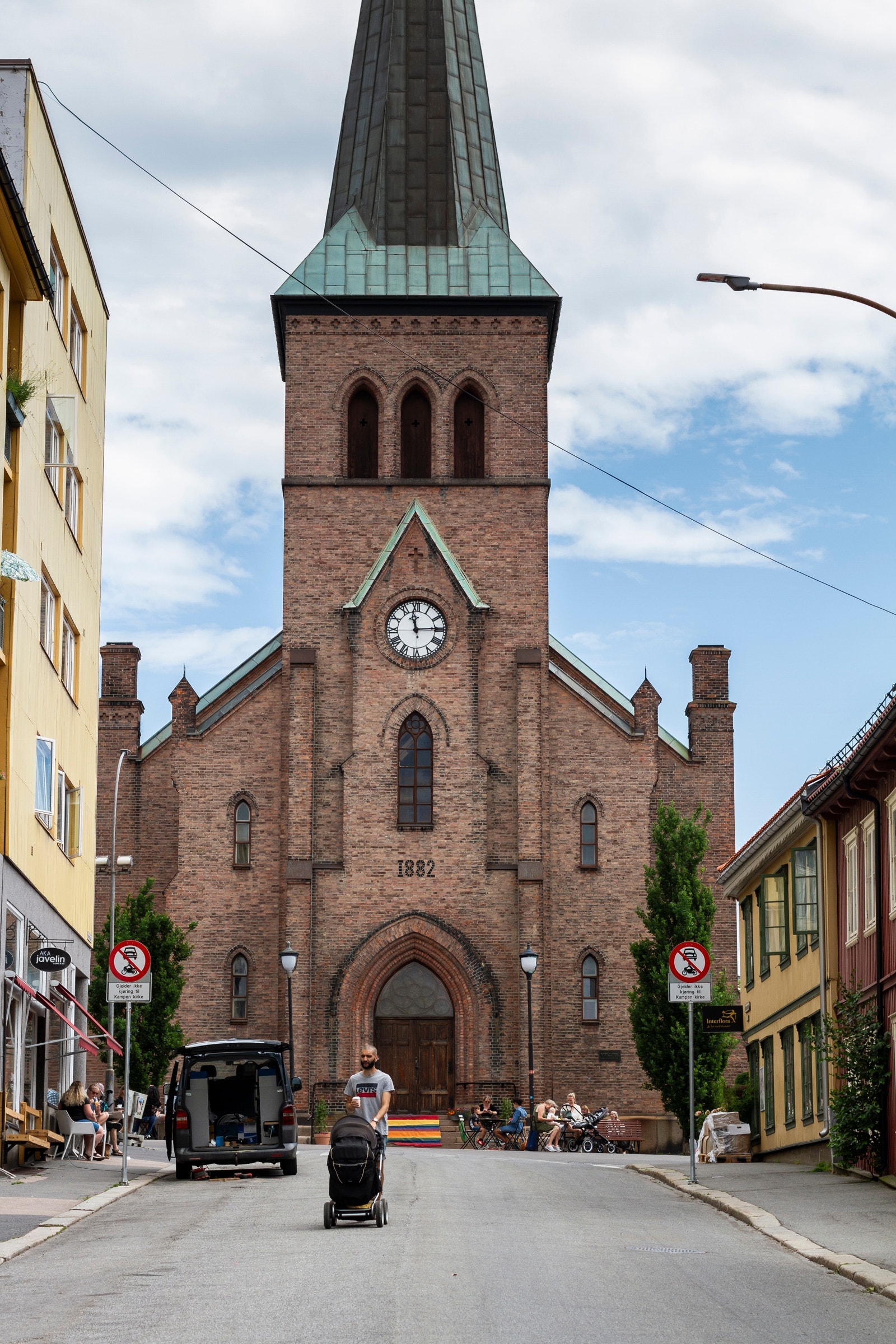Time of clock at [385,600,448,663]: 2:58
